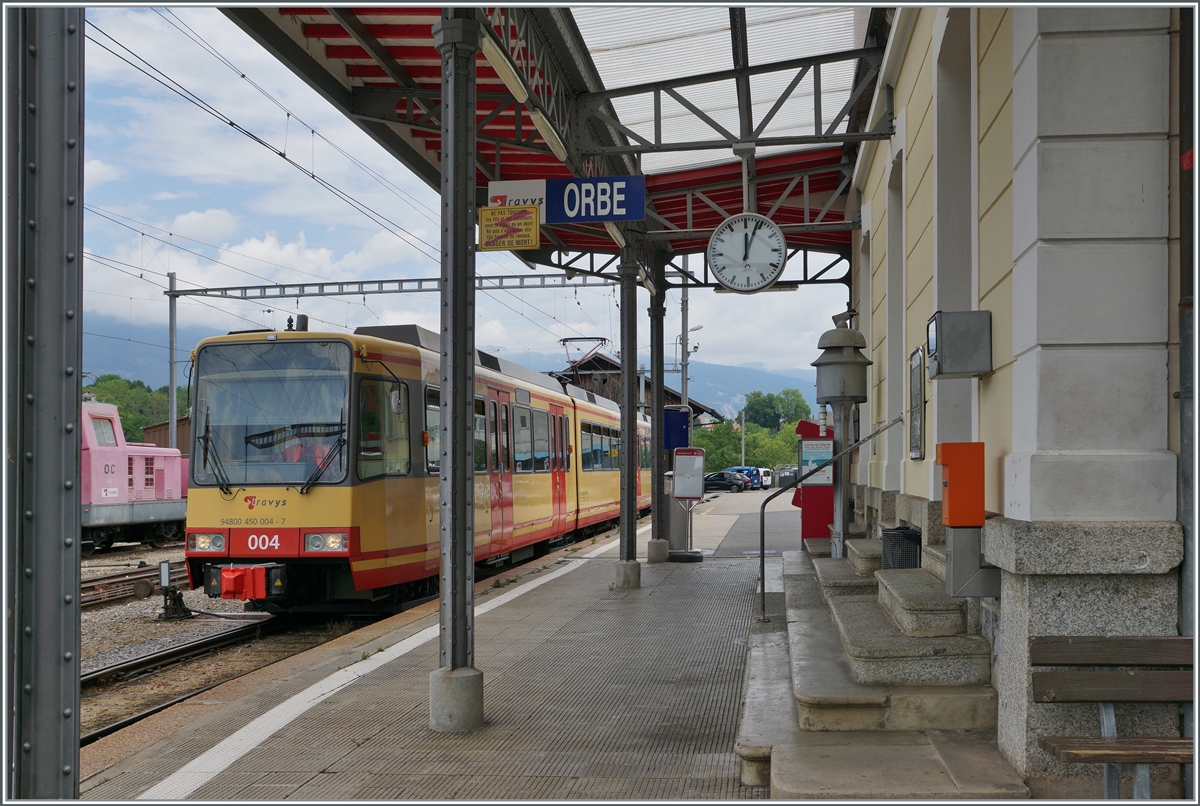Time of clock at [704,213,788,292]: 12:03
